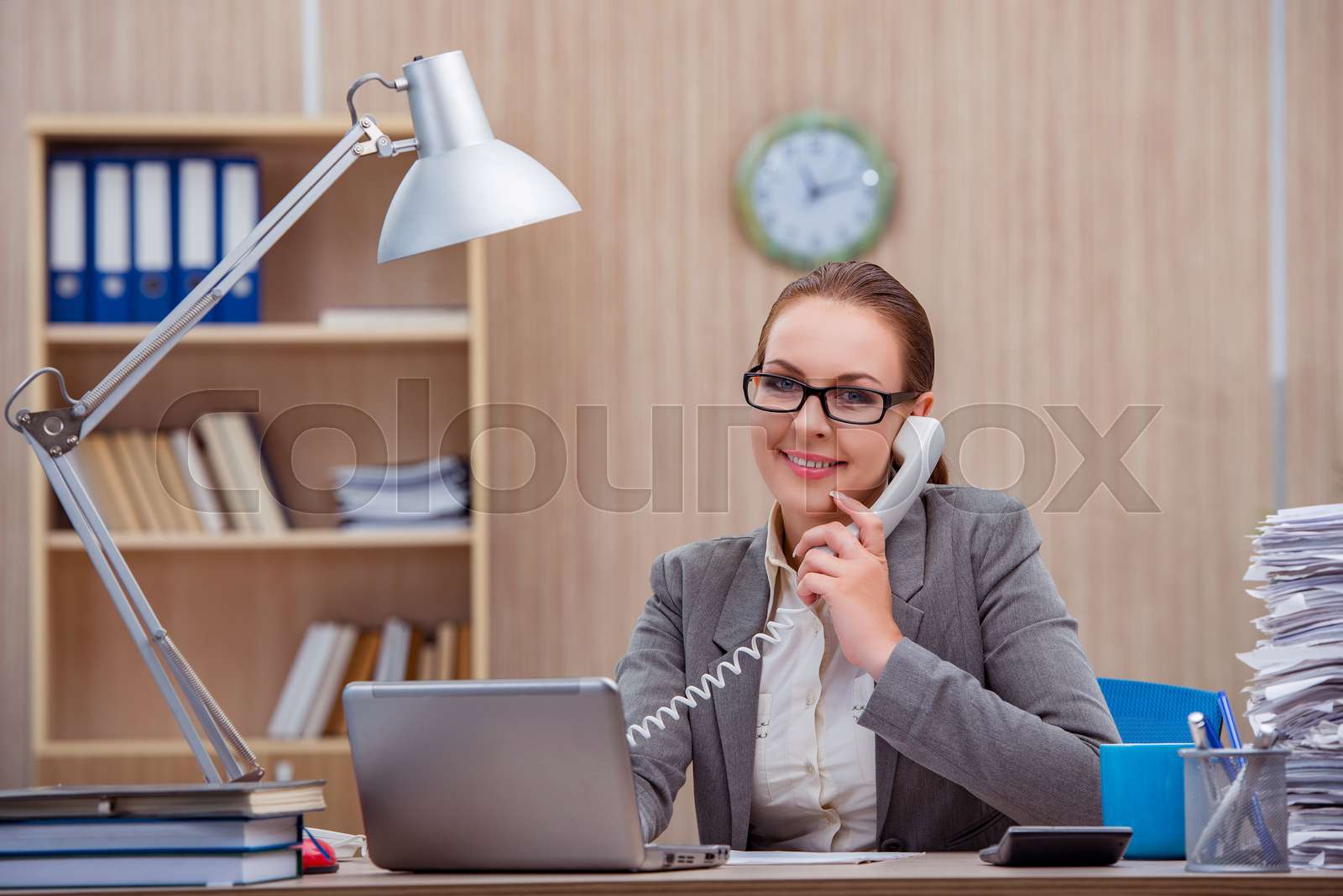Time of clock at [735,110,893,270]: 11:12
